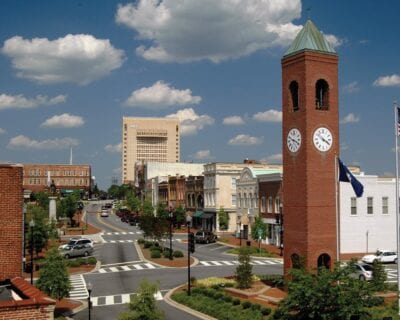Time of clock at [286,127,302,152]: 3:48
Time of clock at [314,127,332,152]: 3:51
